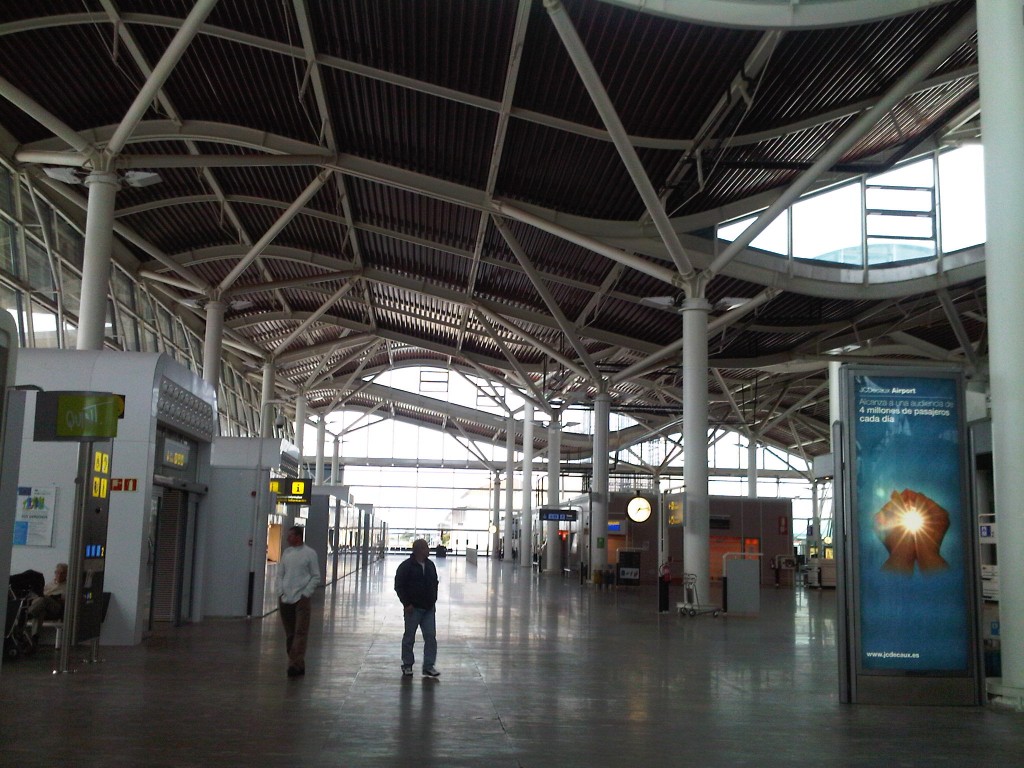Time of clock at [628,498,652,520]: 7:13
